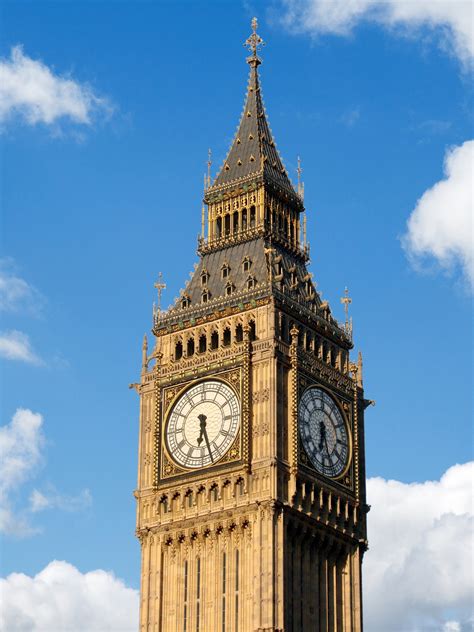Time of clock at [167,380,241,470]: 6:27
